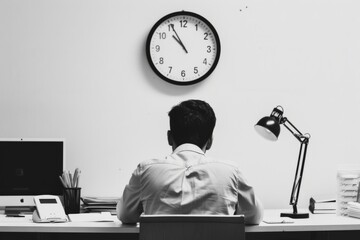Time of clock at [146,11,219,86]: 10:55
